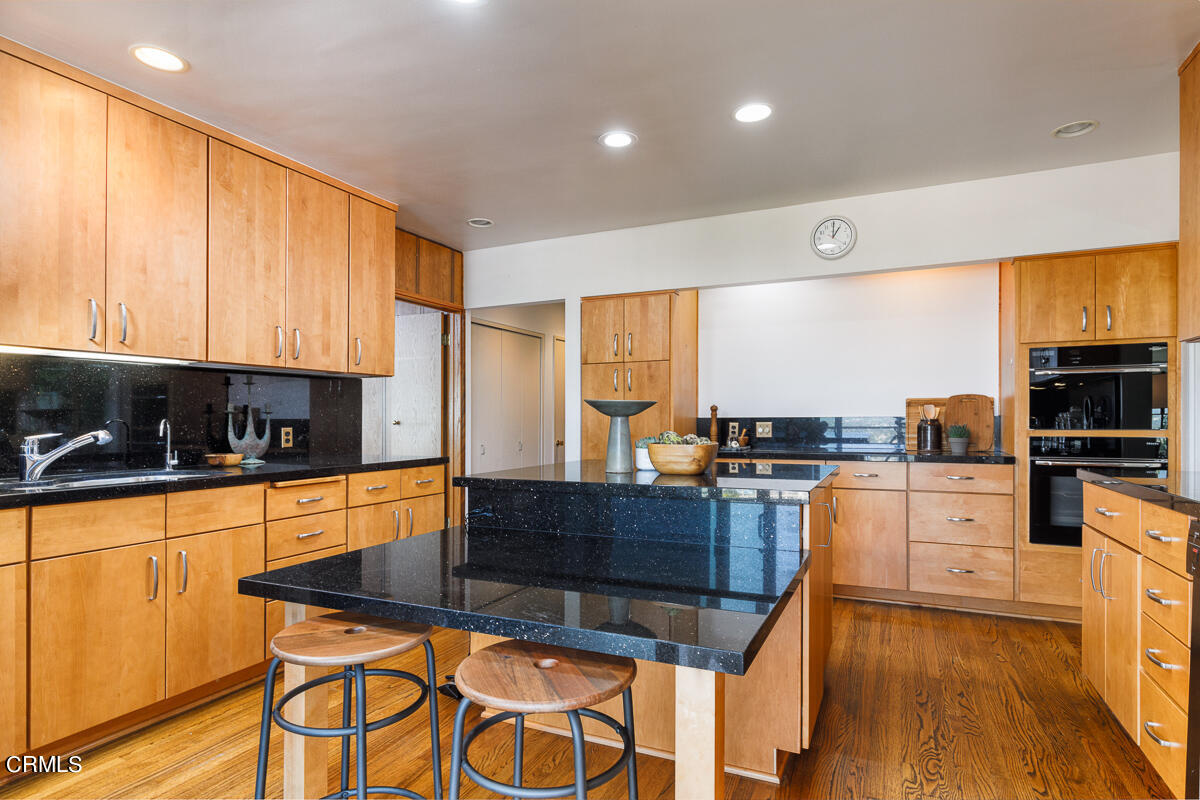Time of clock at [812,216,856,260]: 1:00
